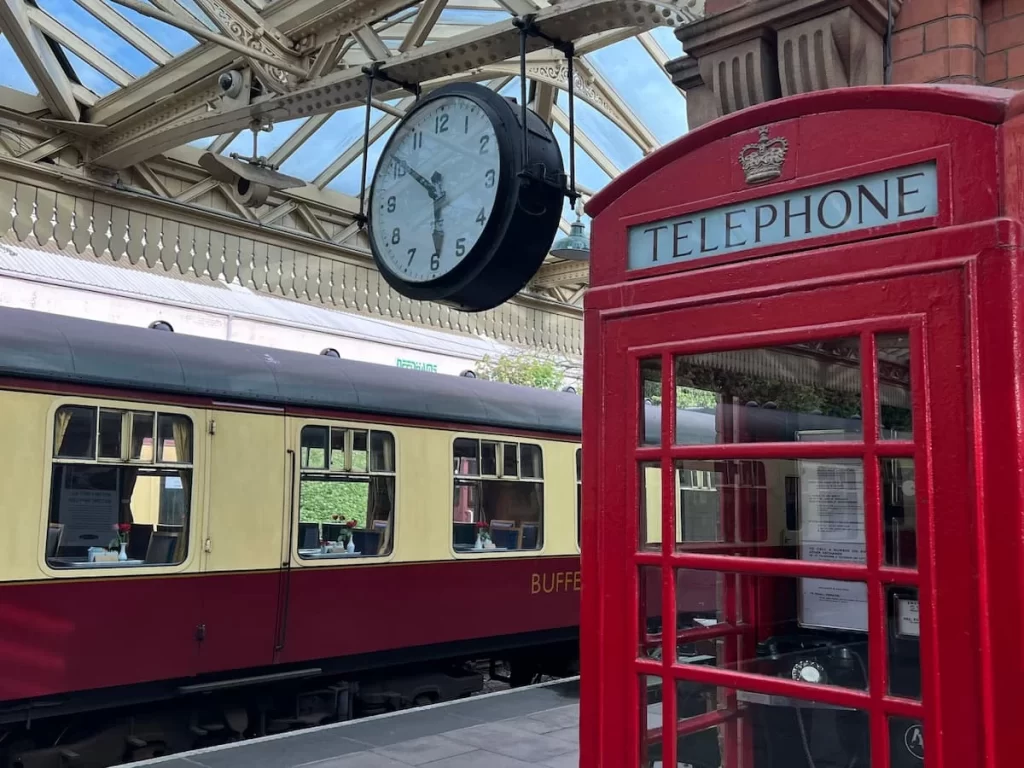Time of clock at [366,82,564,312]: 5:51
